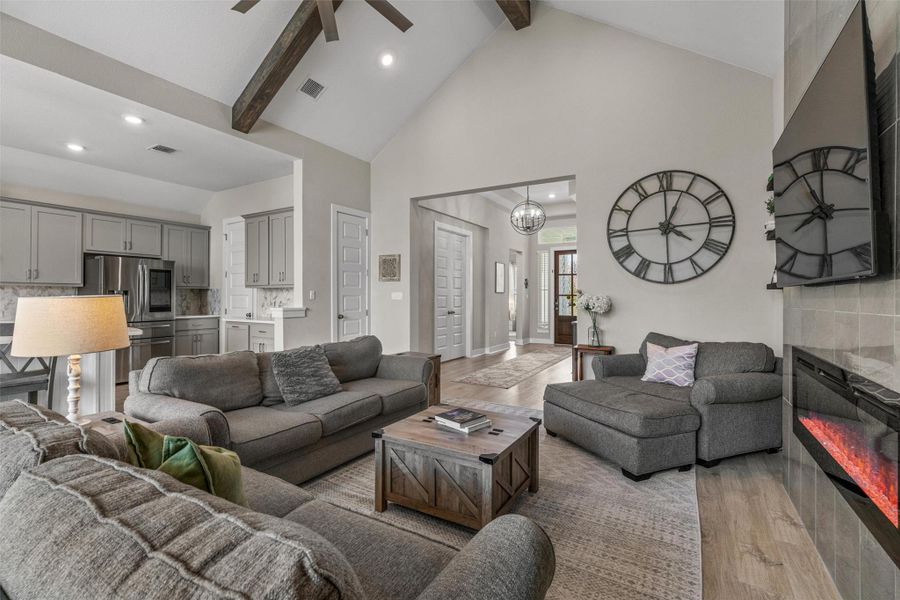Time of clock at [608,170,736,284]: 4:04
